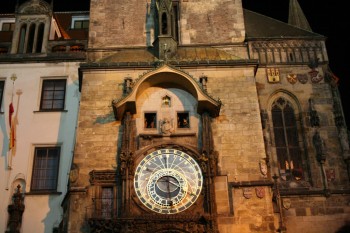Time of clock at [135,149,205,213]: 3:29
